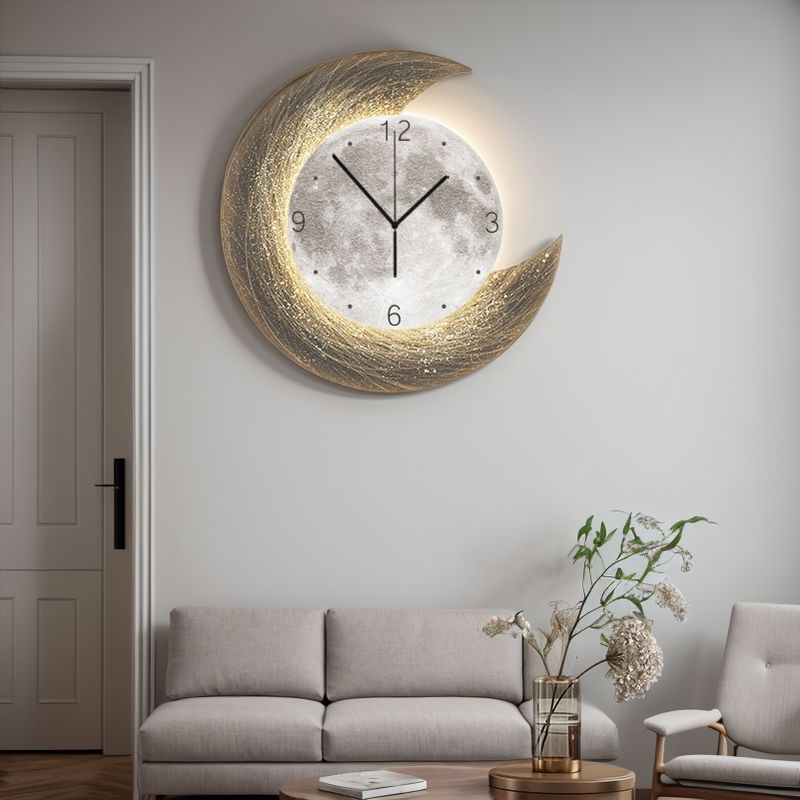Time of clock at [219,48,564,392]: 1:53
